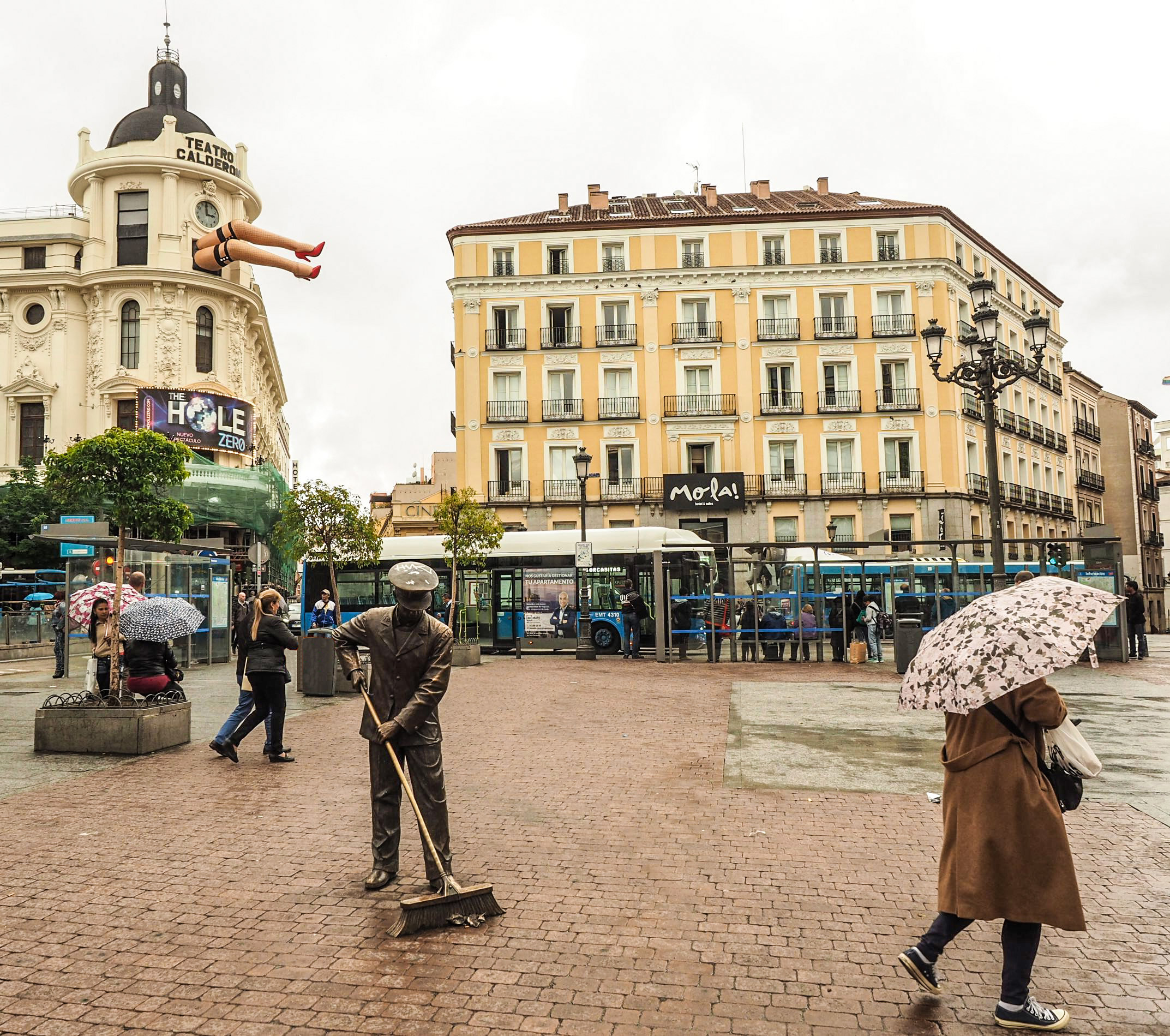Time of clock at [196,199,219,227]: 2:59
